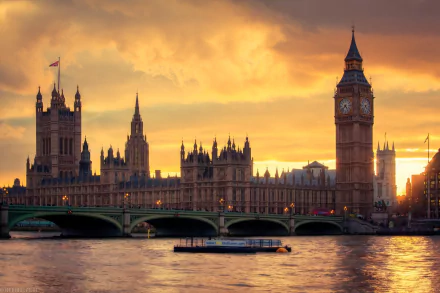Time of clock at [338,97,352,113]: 4:37
